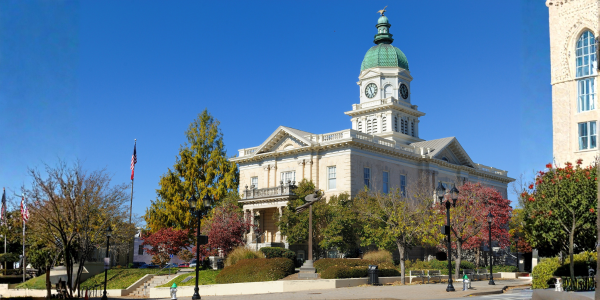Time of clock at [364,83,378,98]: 11:26
